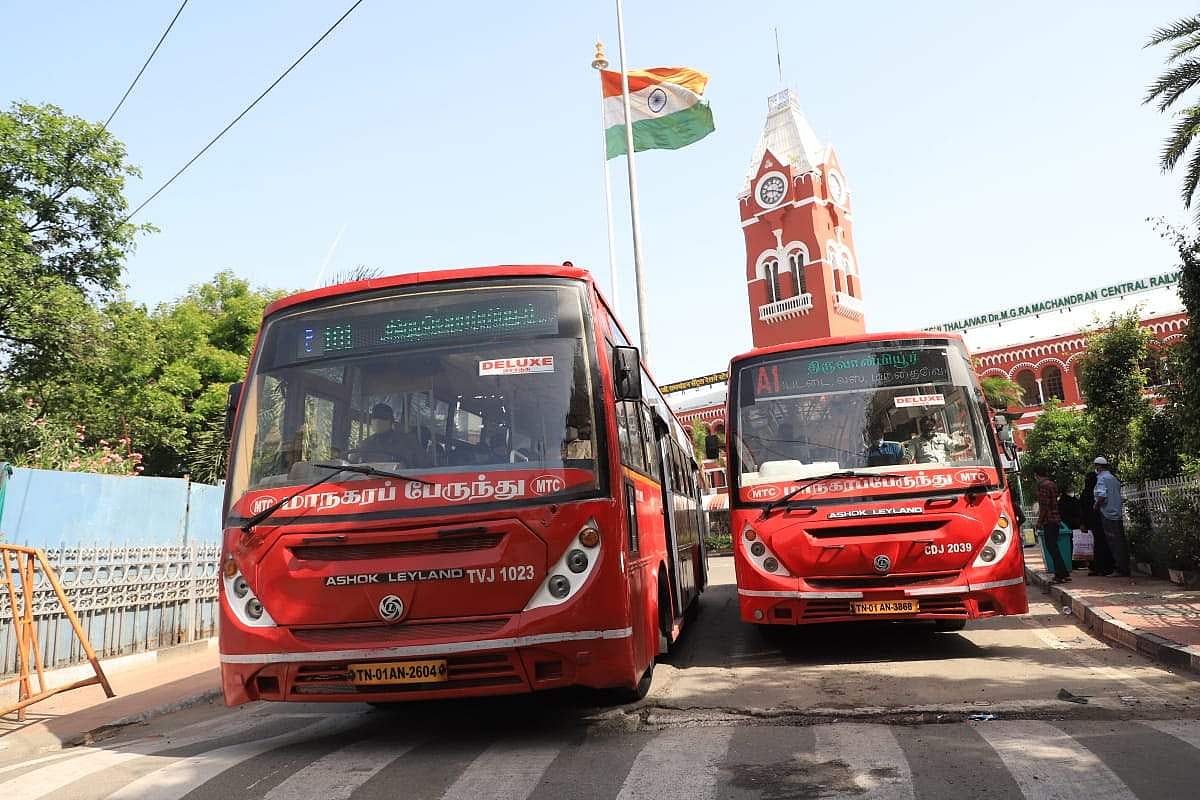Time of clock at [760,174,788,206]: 9:18
